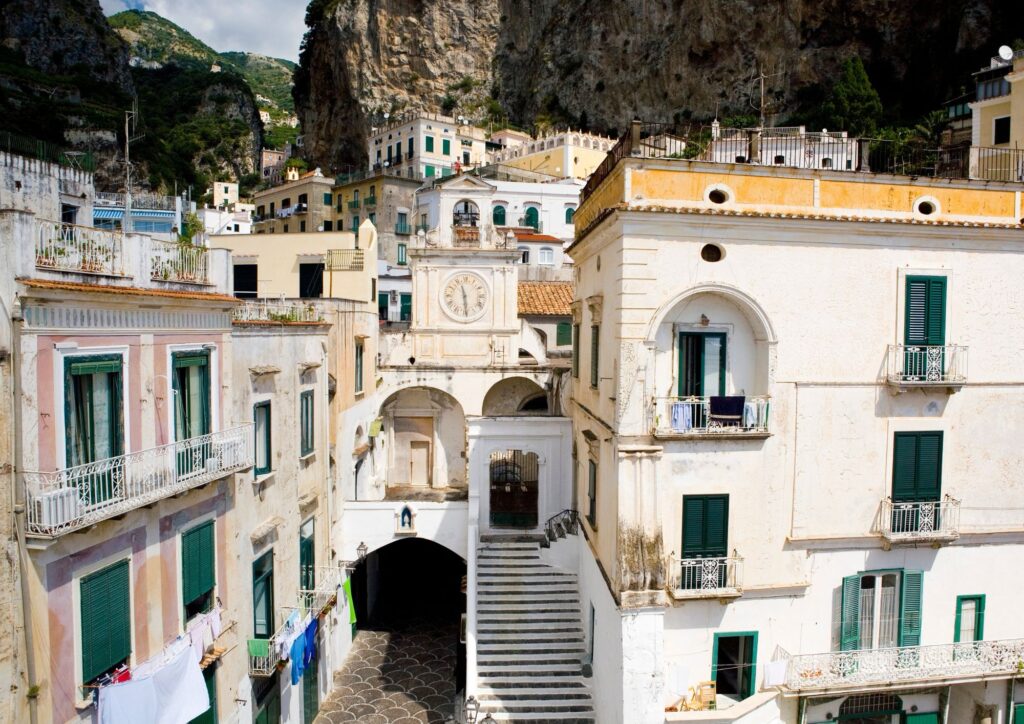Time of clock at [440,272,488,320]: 11:28
